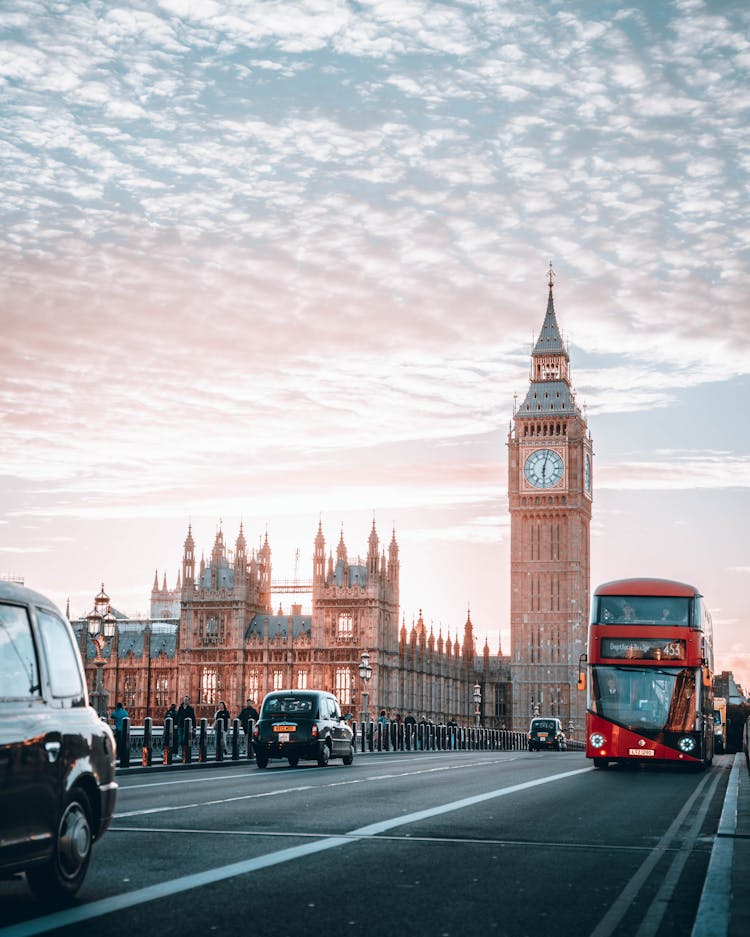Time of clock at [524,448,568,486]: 6:02
